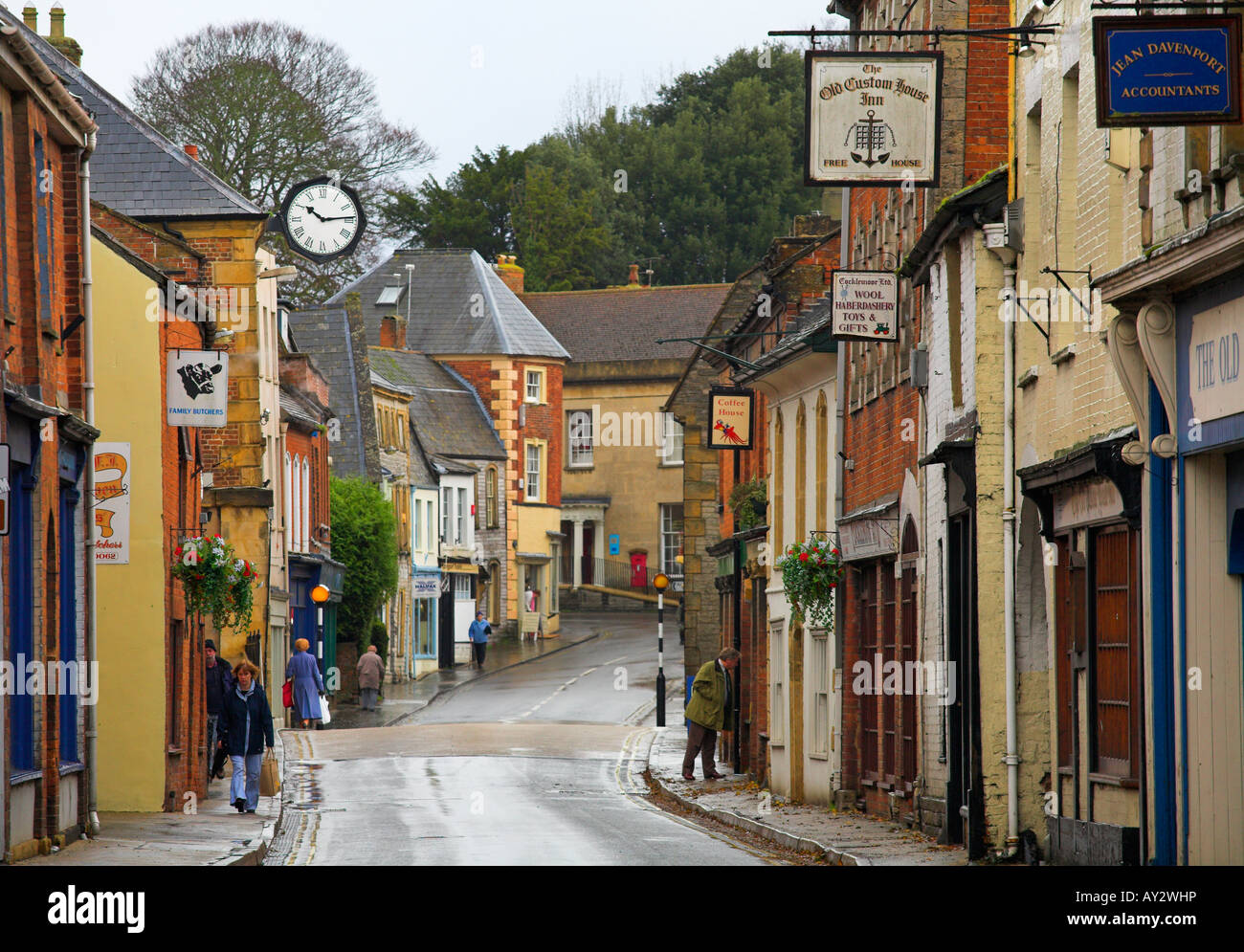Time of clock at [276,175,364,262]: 10:13
